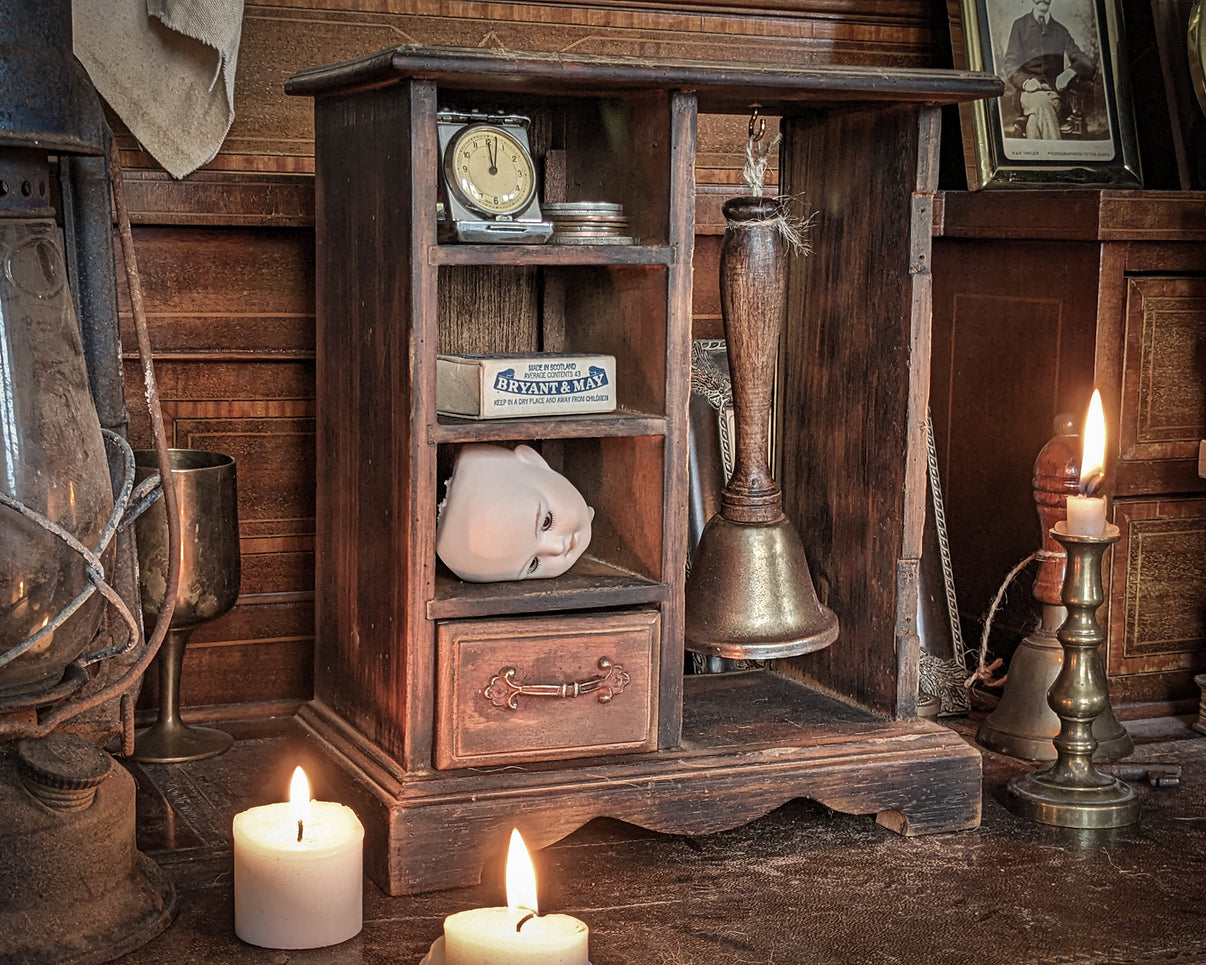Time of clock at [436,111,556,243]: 12:02
